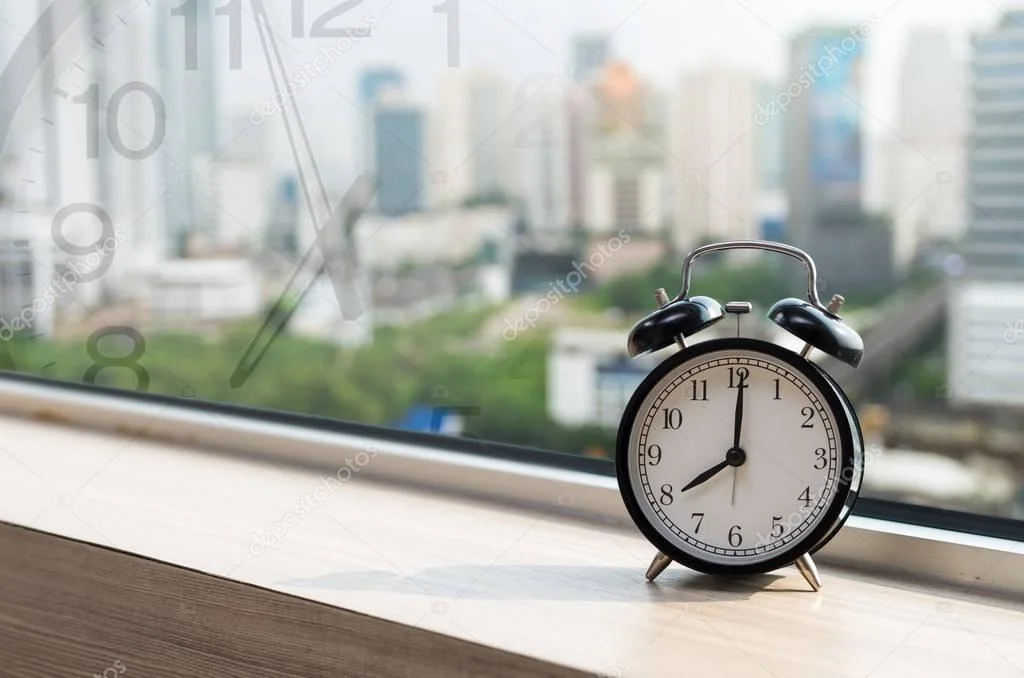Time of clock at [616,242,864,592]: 8:00
